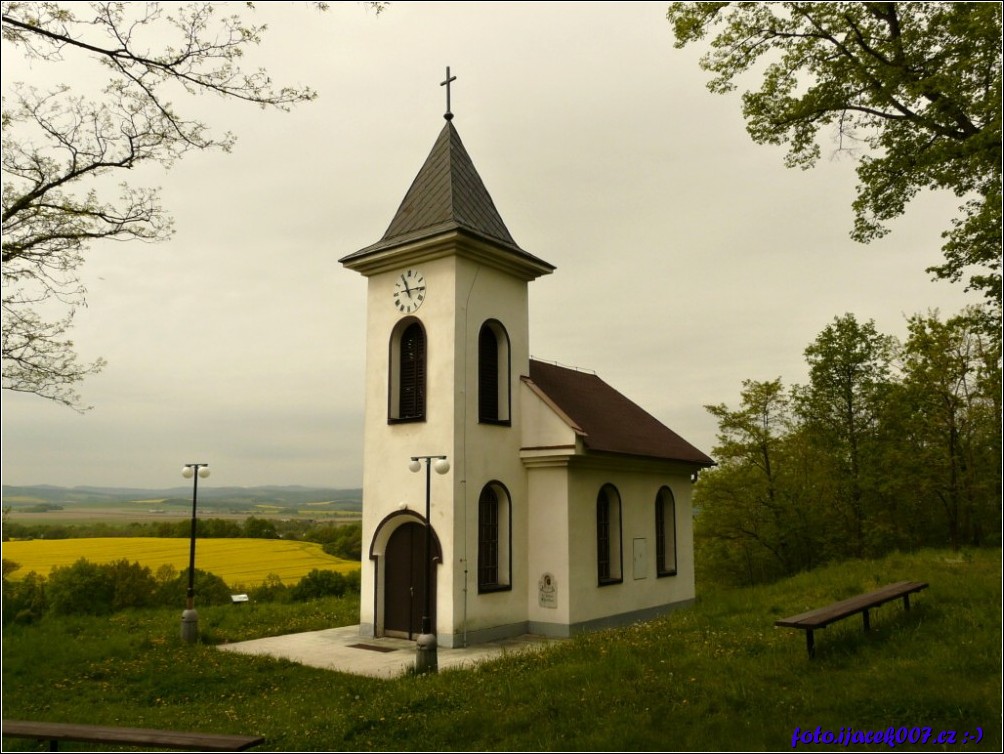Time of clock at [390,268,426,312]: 11:14
